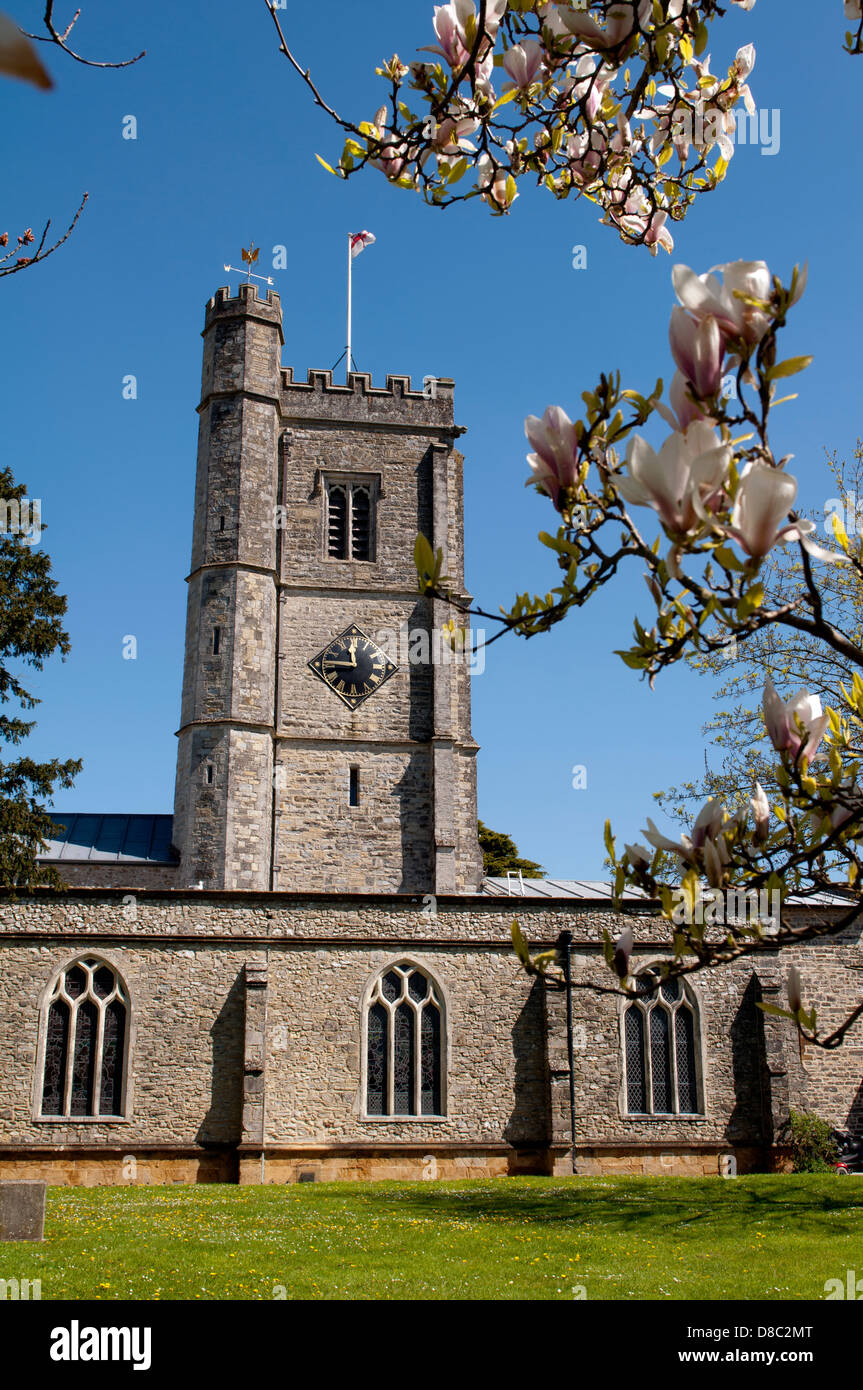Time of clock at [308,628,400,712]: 11:46
